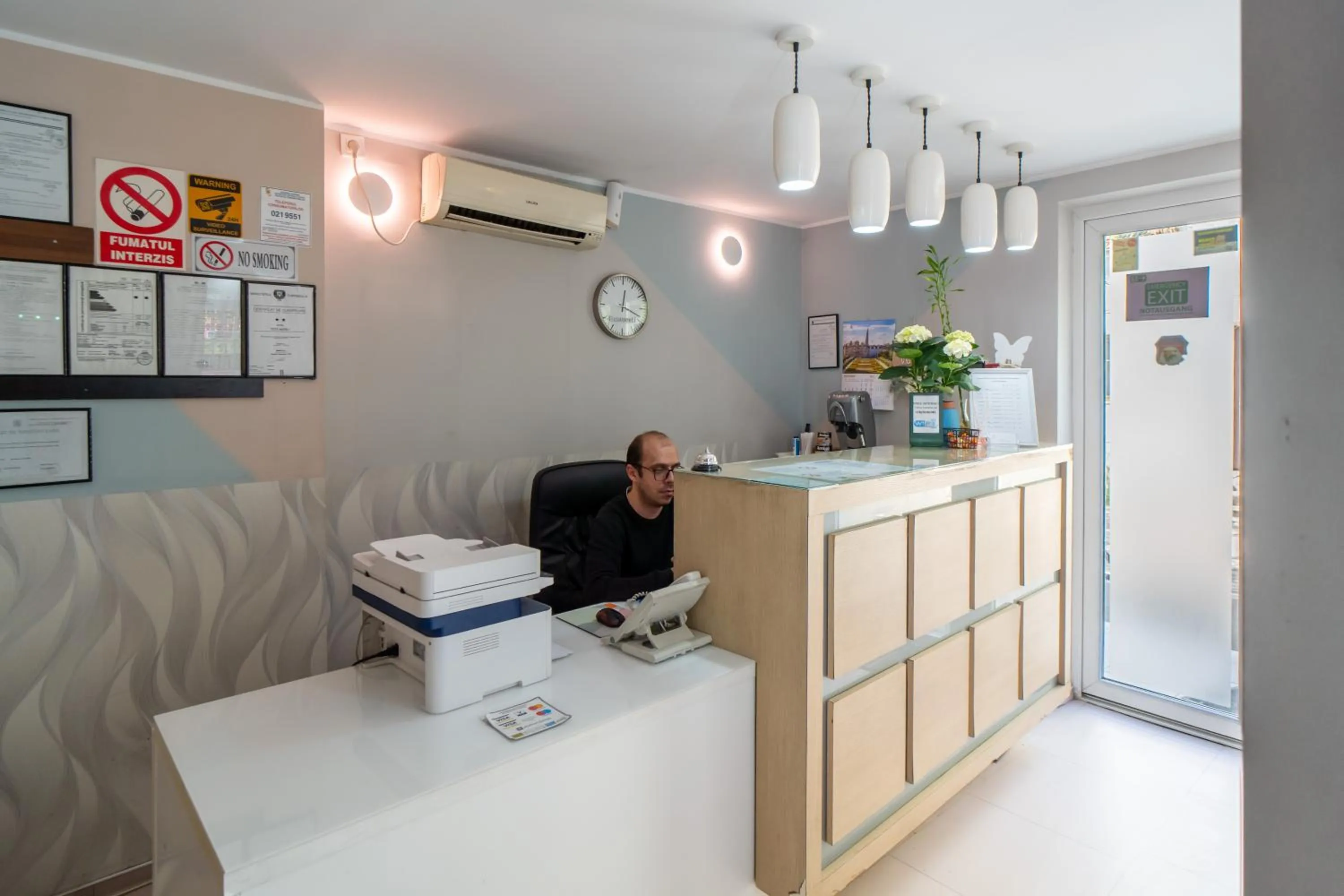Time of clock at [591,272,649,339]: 12:18
